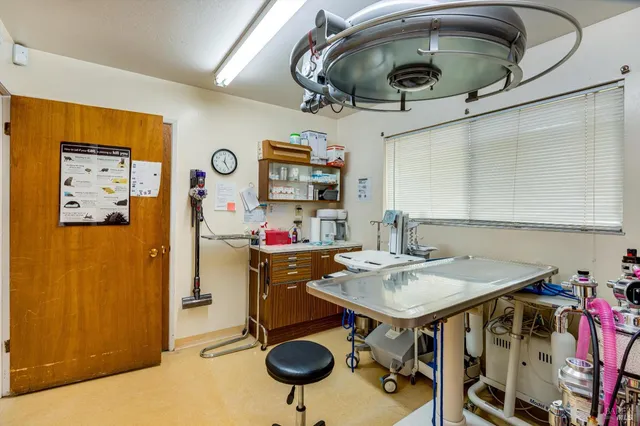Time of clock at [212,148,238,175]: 12:24
